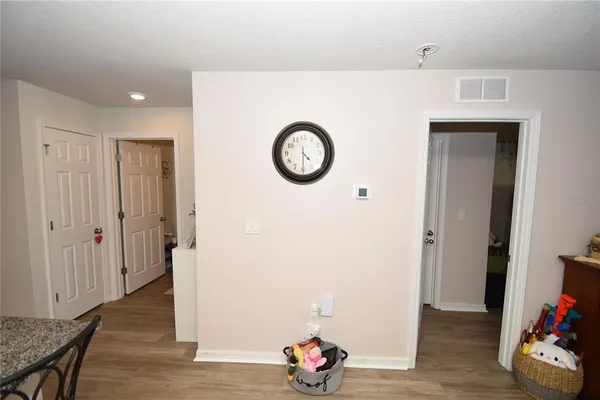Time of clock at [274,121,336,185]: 4:29
